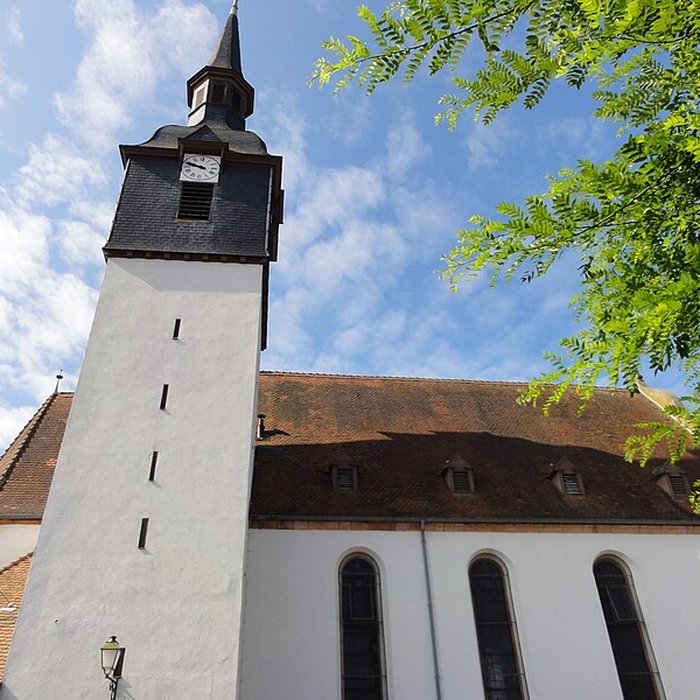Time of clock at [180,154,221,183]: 9:47
